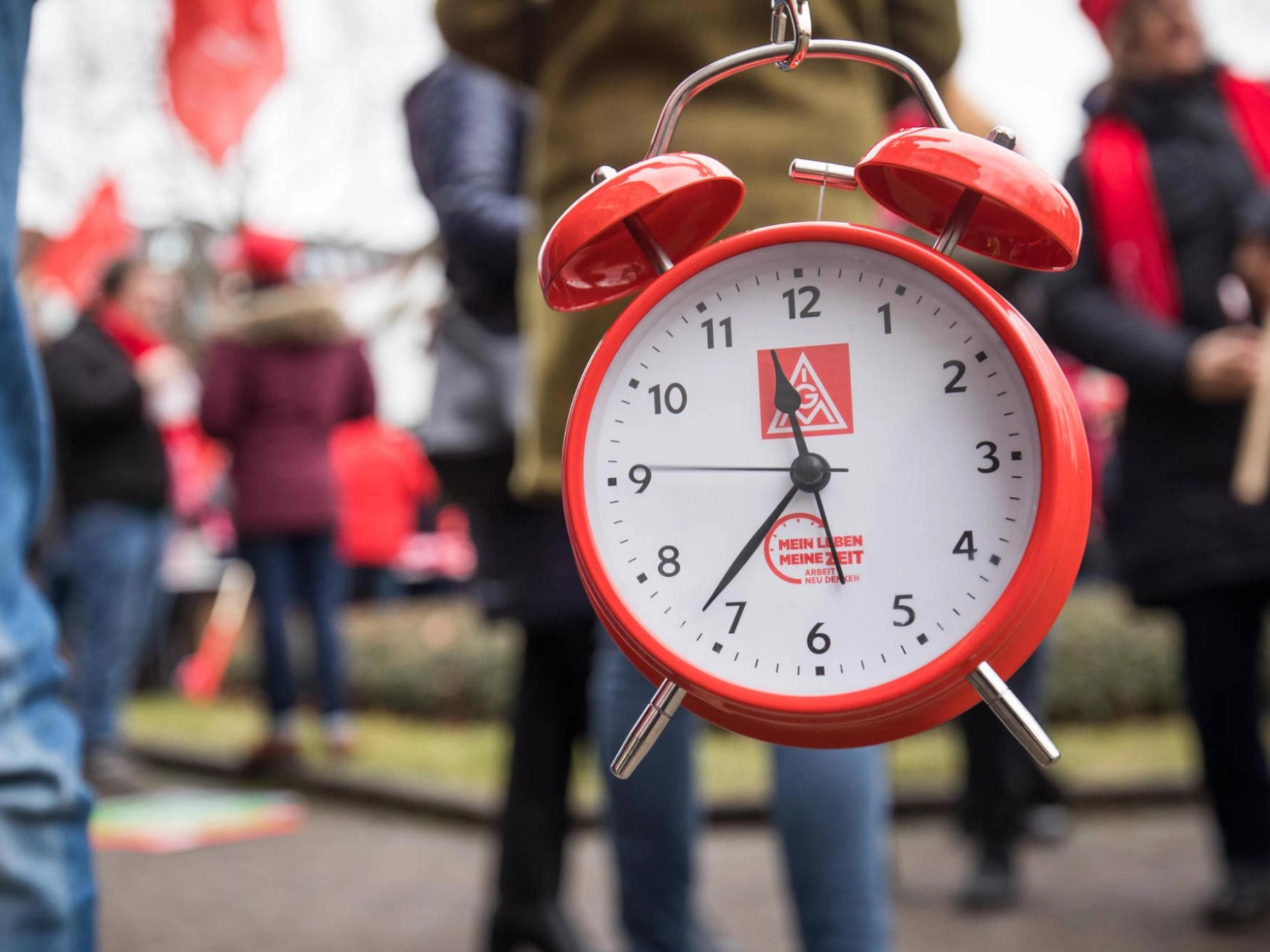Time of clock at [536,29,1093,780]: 11:36
